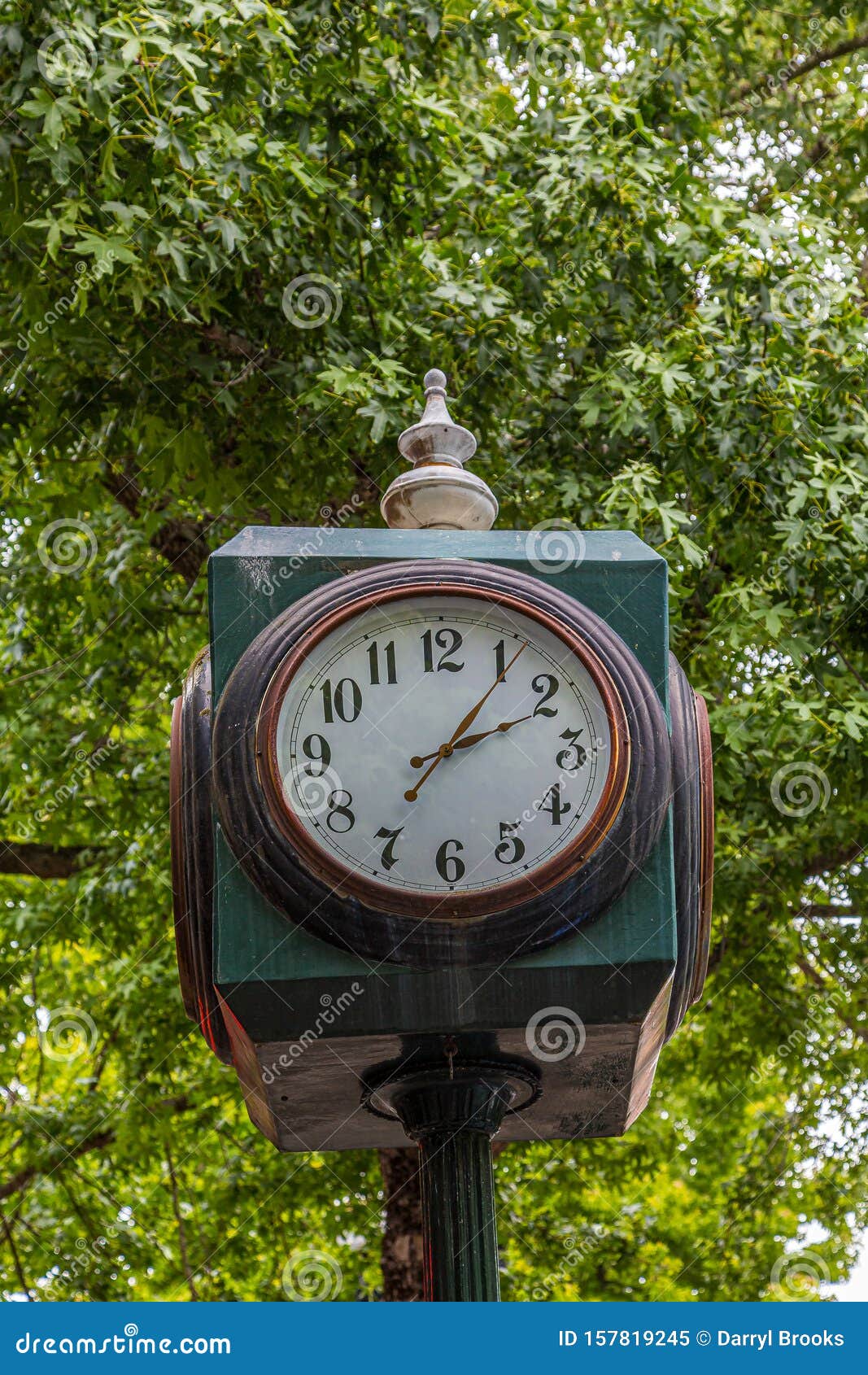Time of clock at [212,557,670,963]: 2:06
